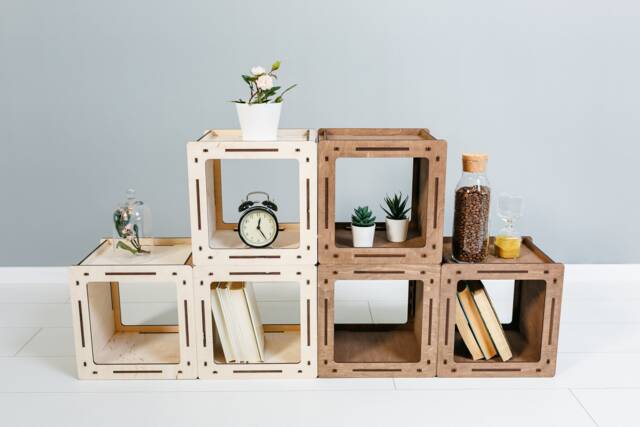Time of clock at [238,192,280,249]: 12:24
